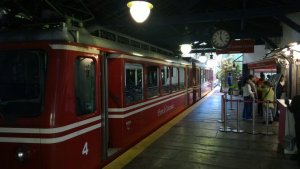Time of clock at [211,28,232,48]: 4:59
